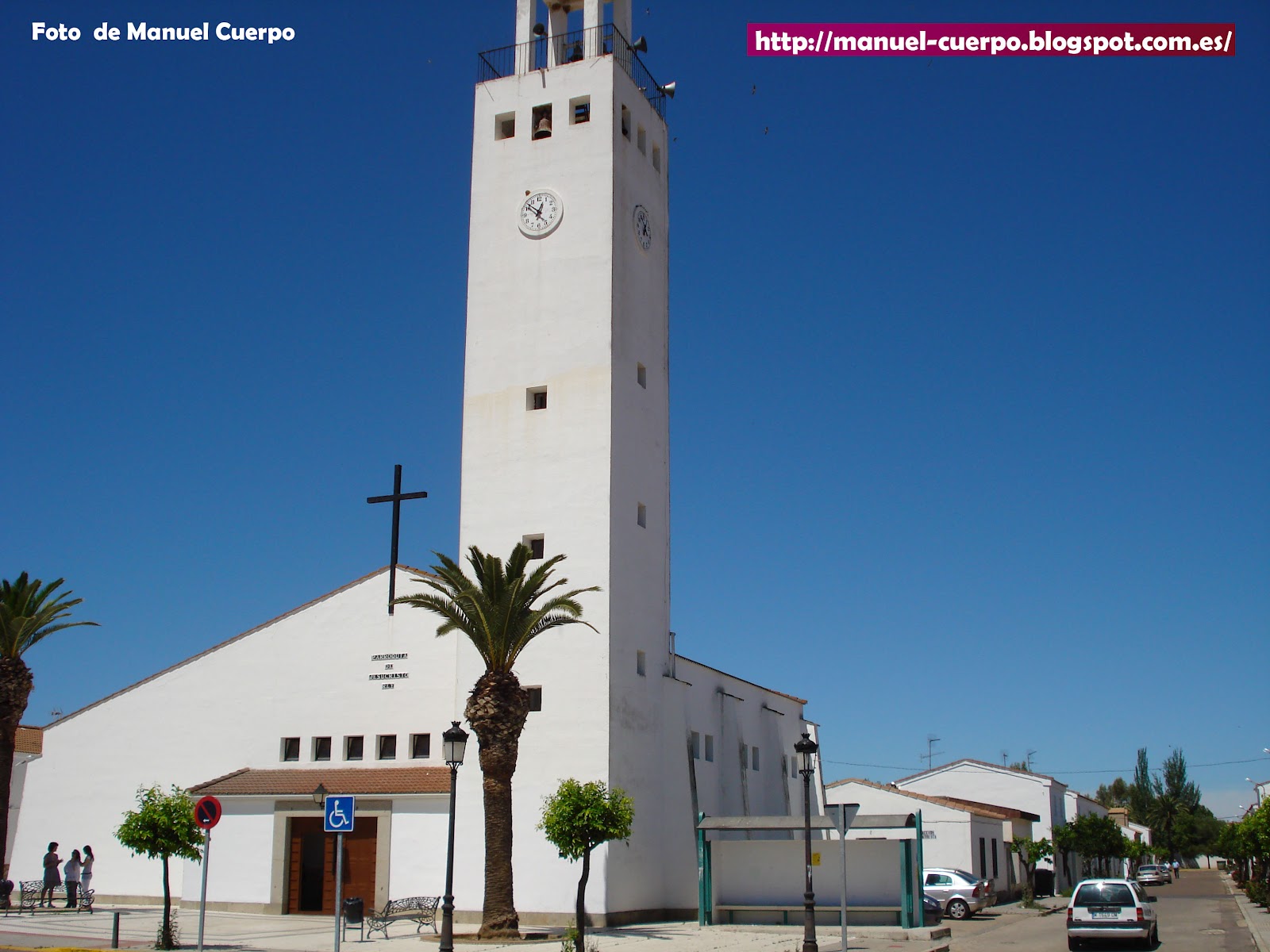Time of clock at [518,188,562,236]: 12:51
